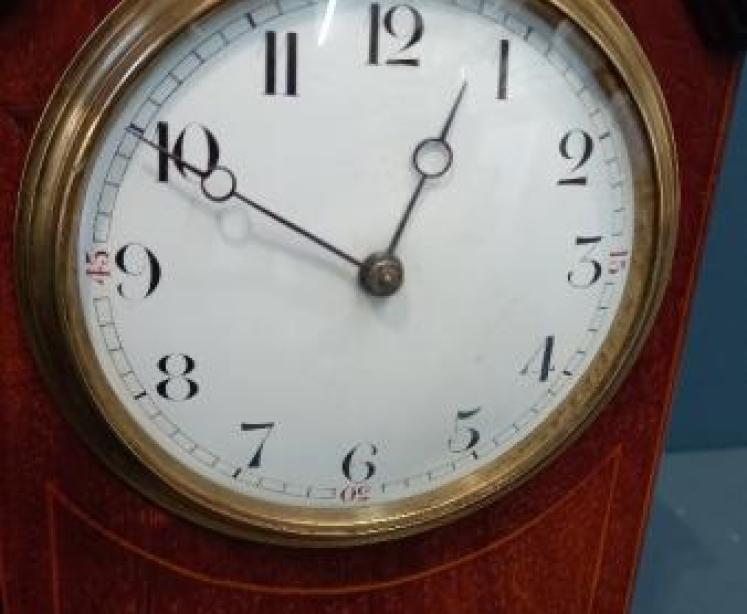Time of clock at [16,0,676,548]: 12:49
